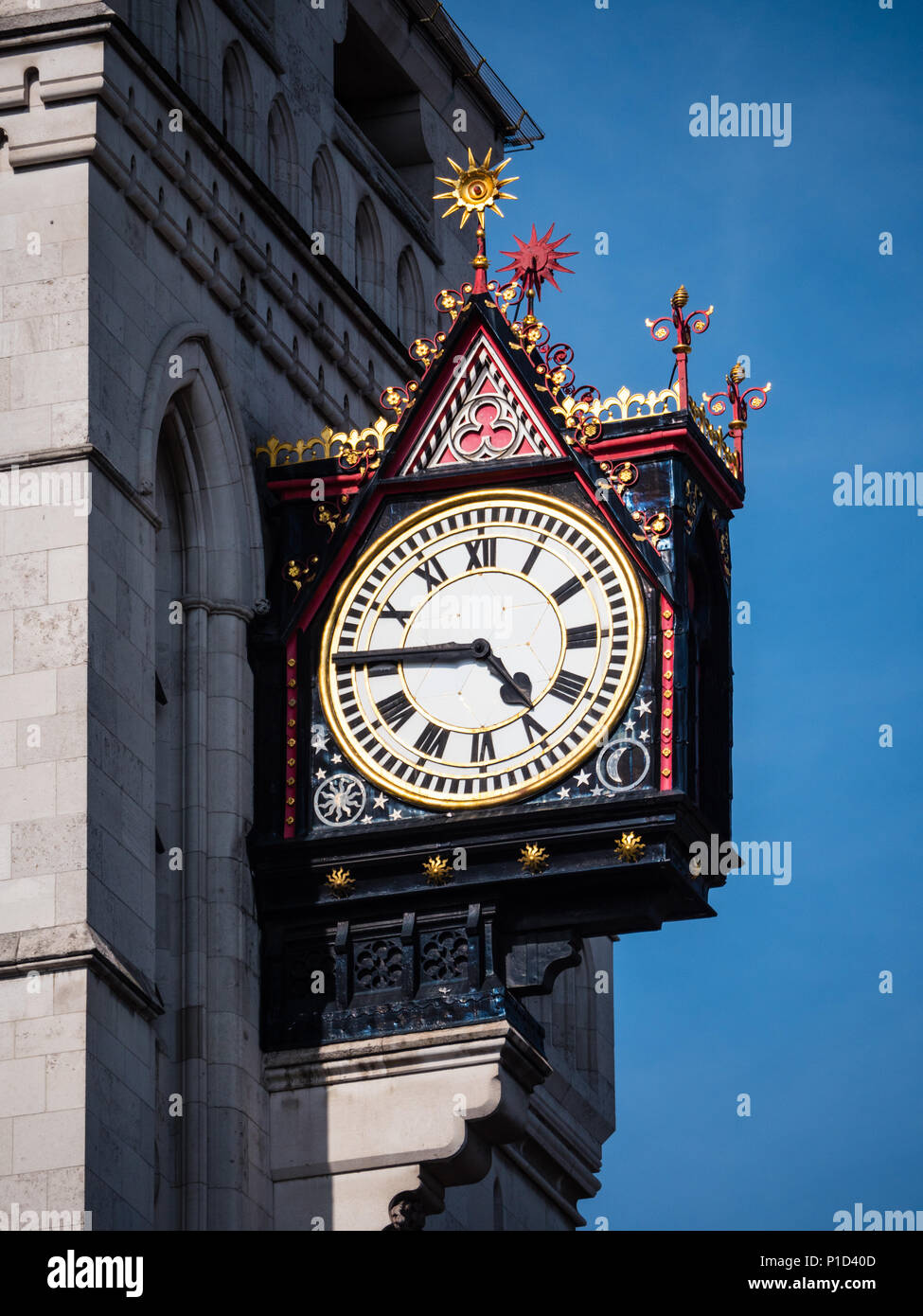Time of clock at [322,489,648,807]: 4:45
